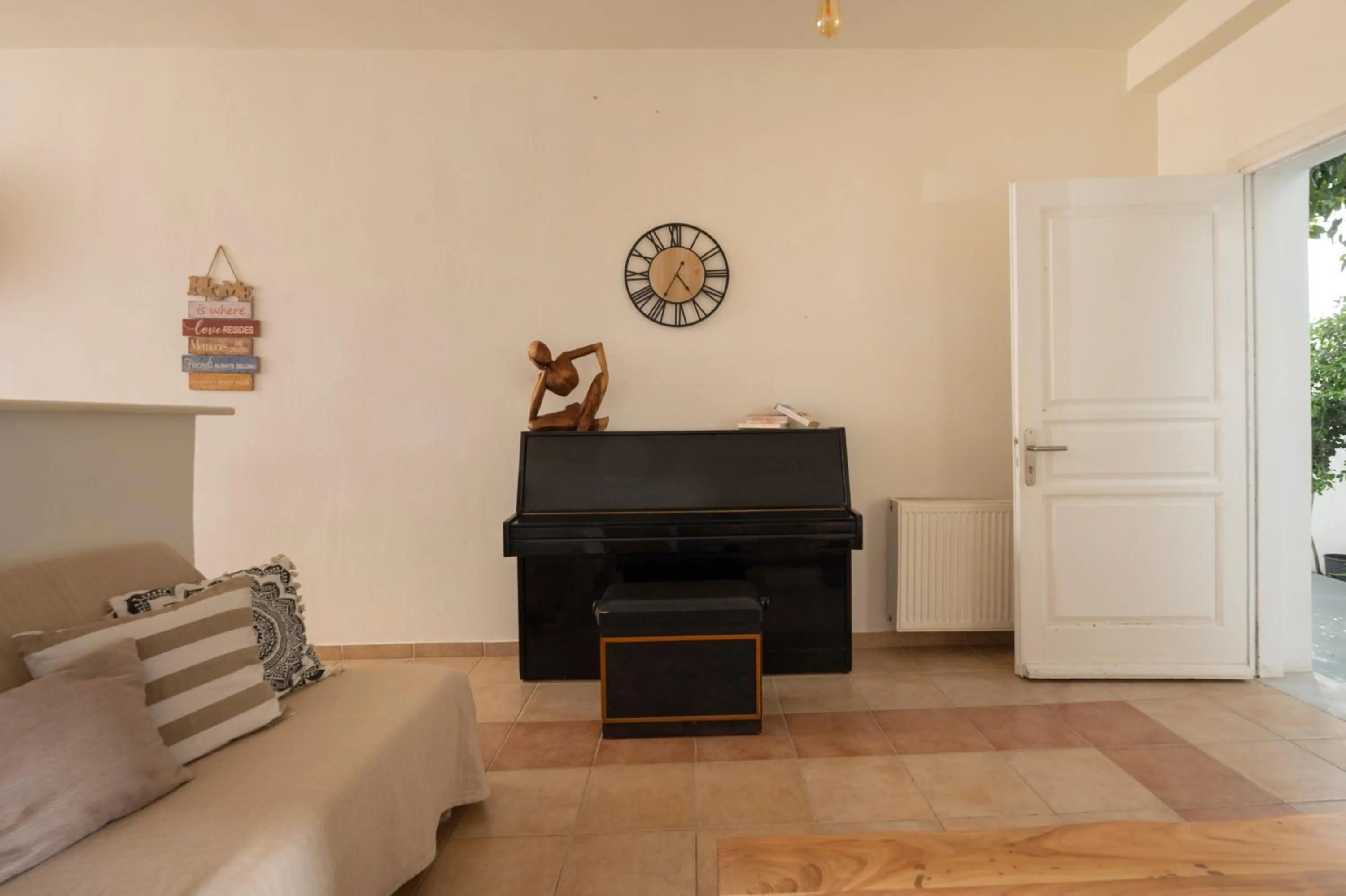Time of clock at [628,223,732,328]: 4:35
